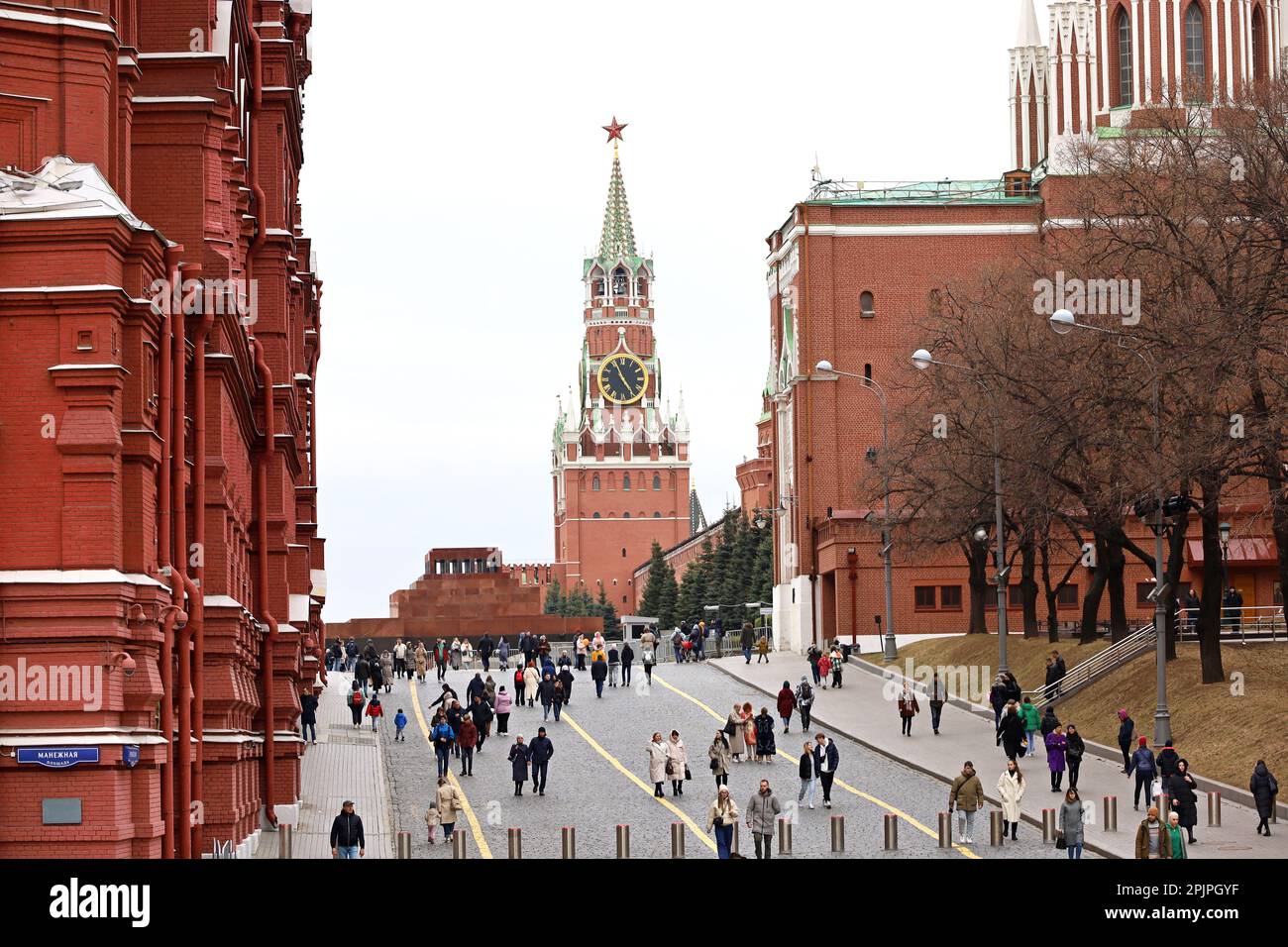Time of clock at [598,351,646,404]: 4:56
